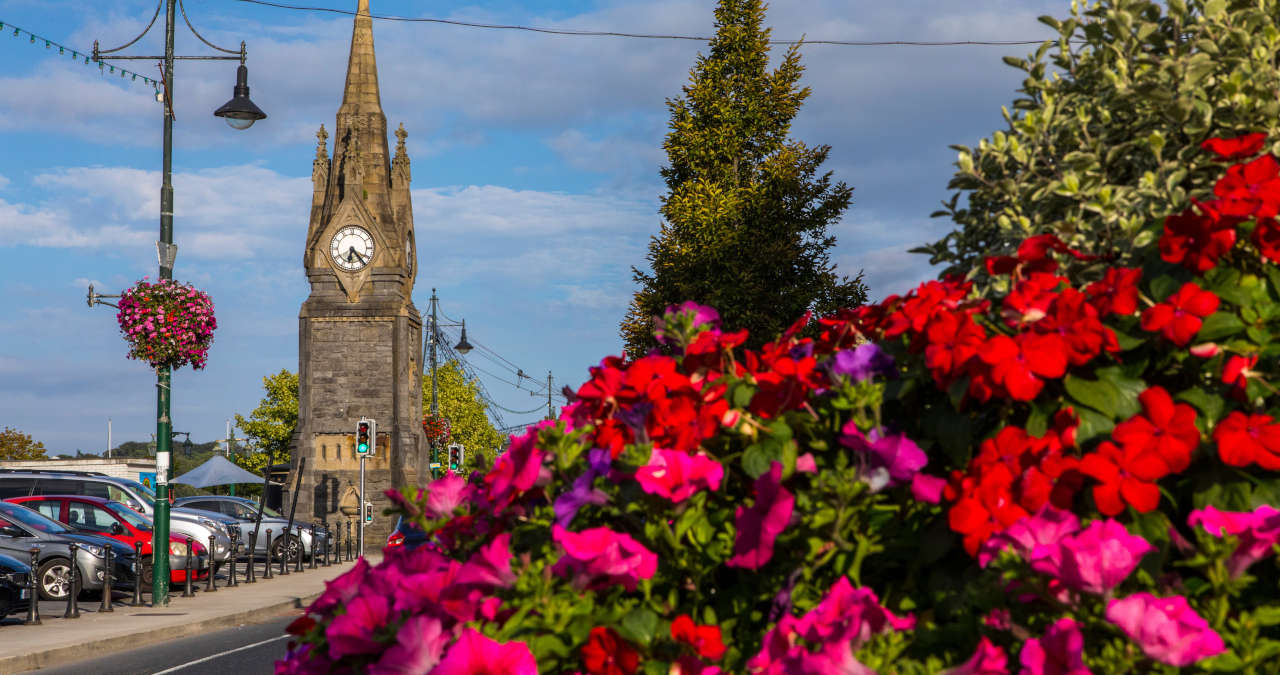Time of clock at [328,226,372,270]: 6:23
